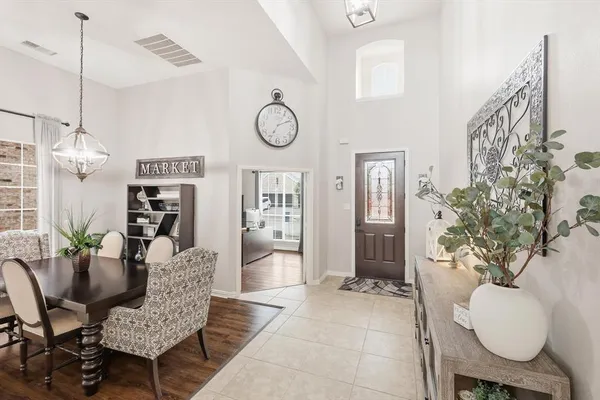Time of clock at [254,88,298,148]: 7:11
